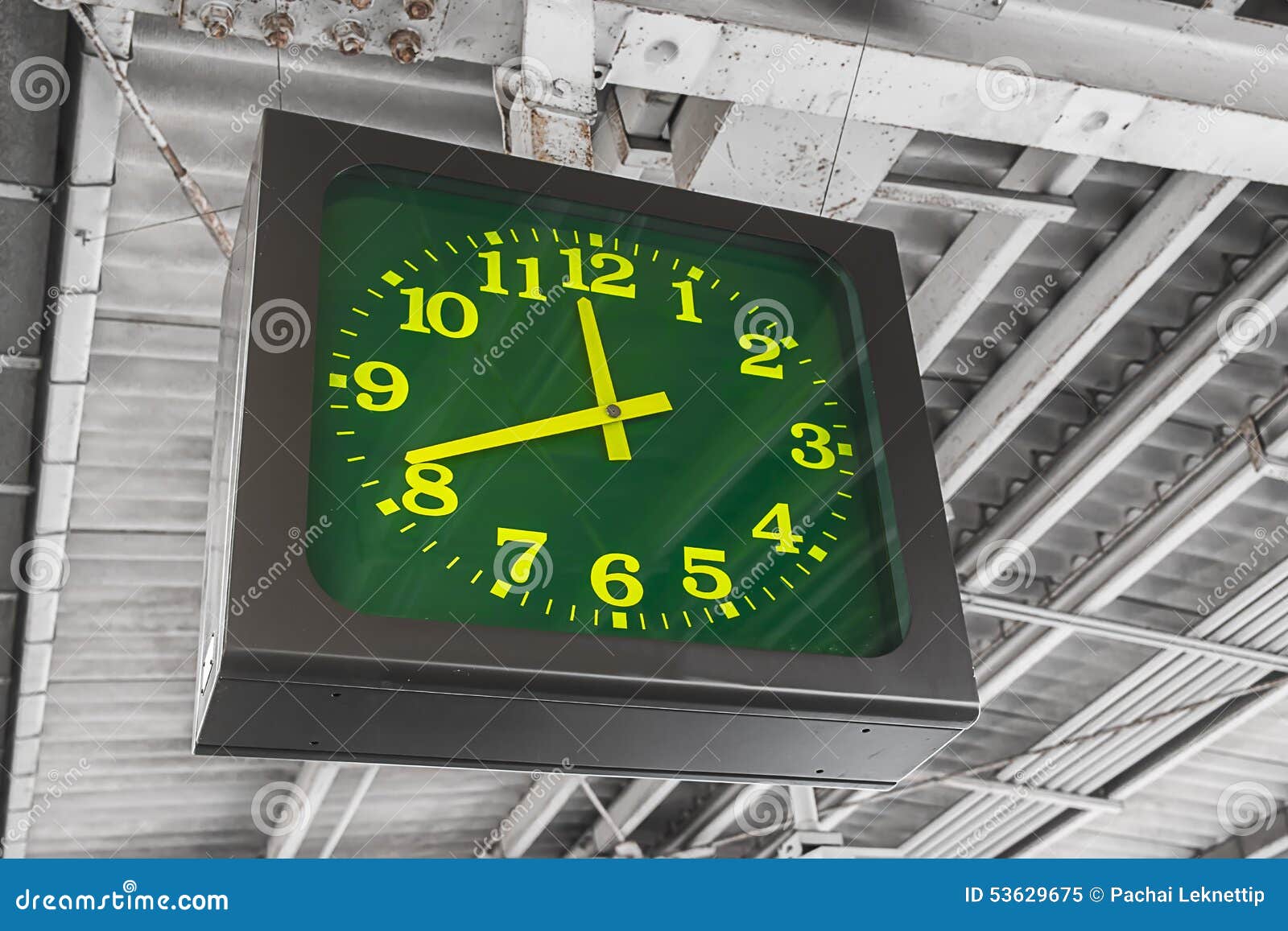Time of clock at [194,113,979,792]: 11:41
